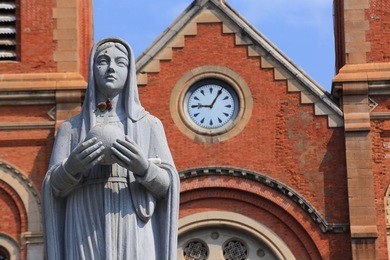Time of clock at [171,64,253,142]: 9:05
